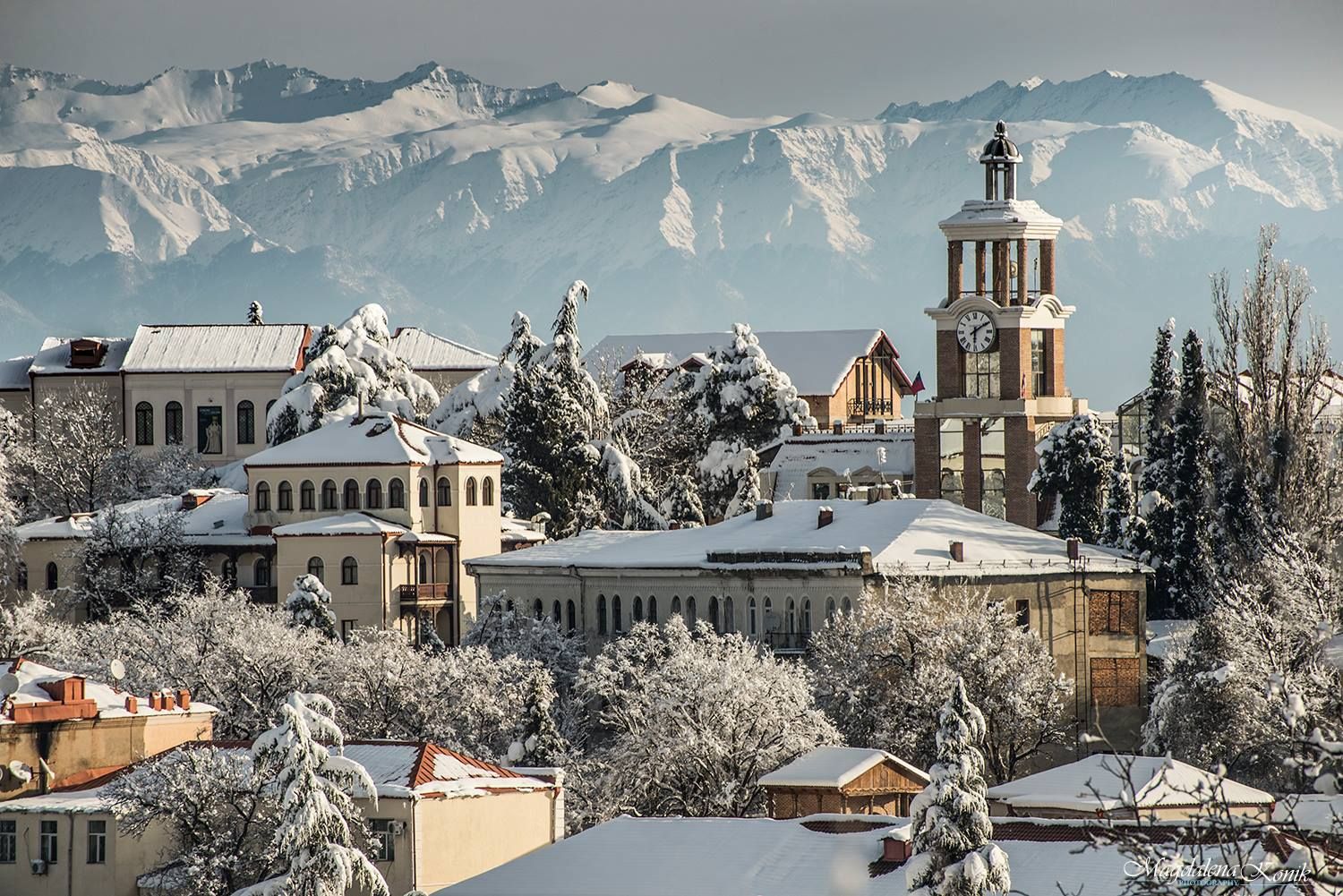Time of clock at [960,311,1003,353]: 6:09
